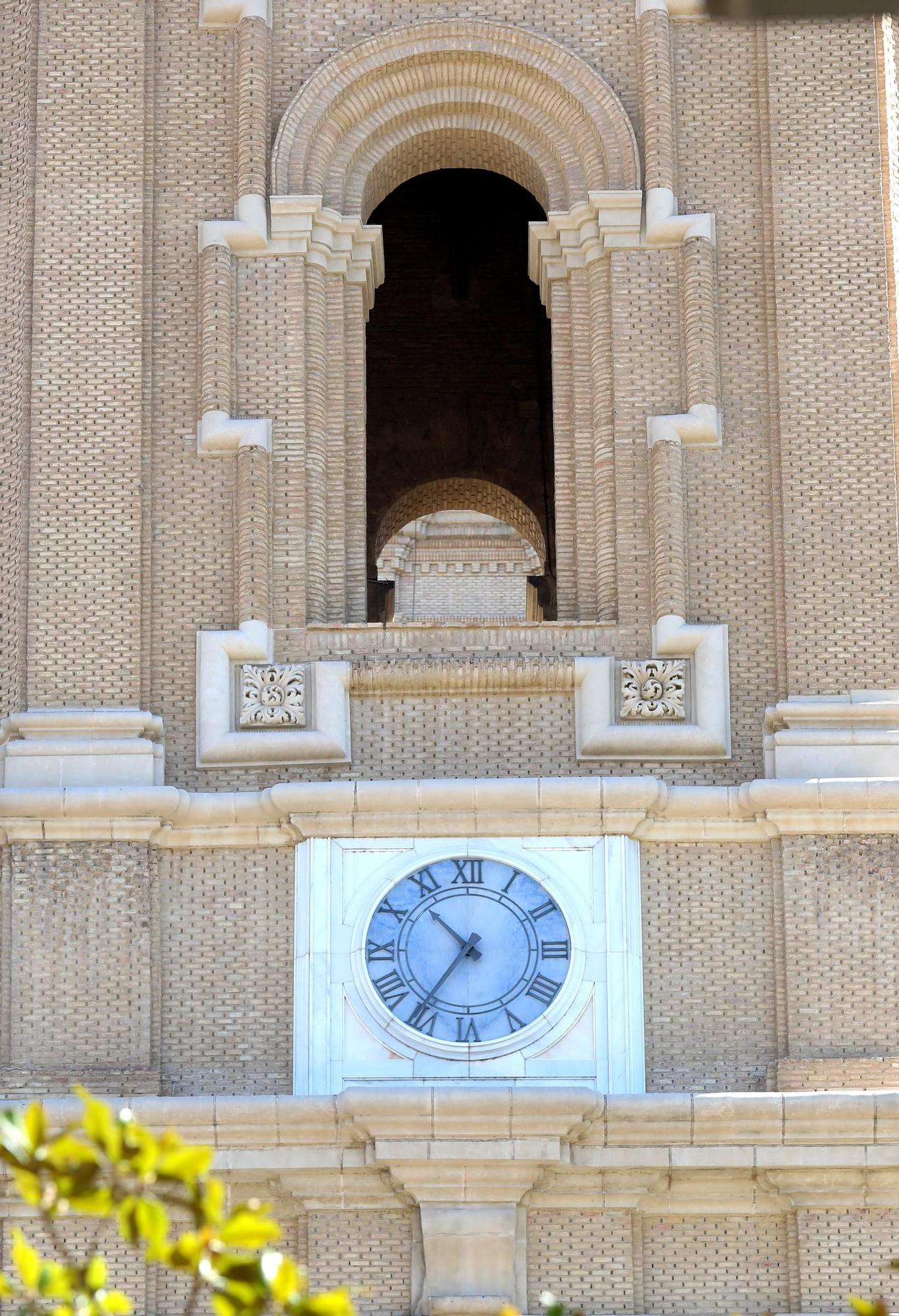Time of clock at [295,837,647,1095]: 10:35
